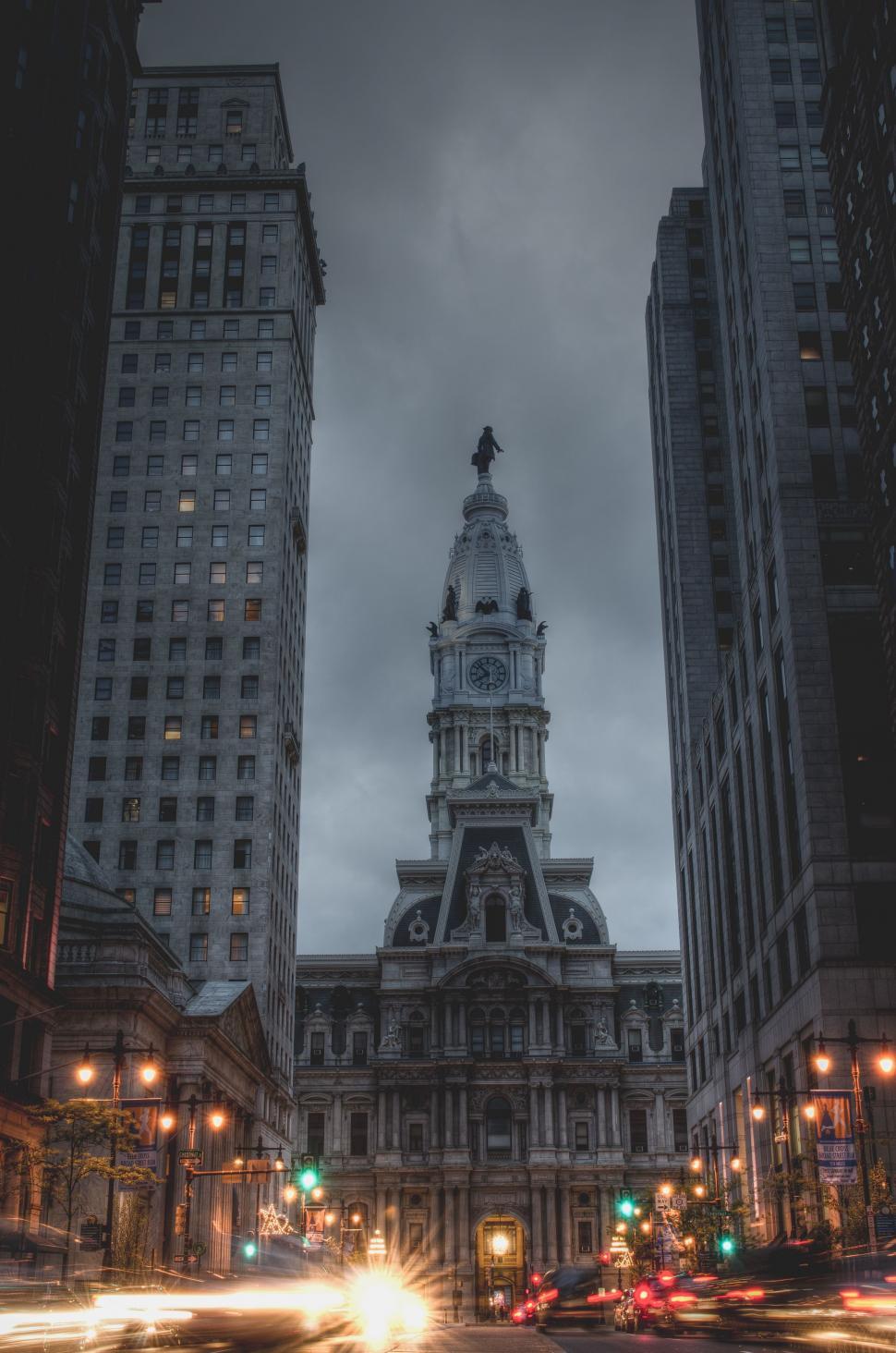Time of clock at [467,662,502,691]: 7:52
